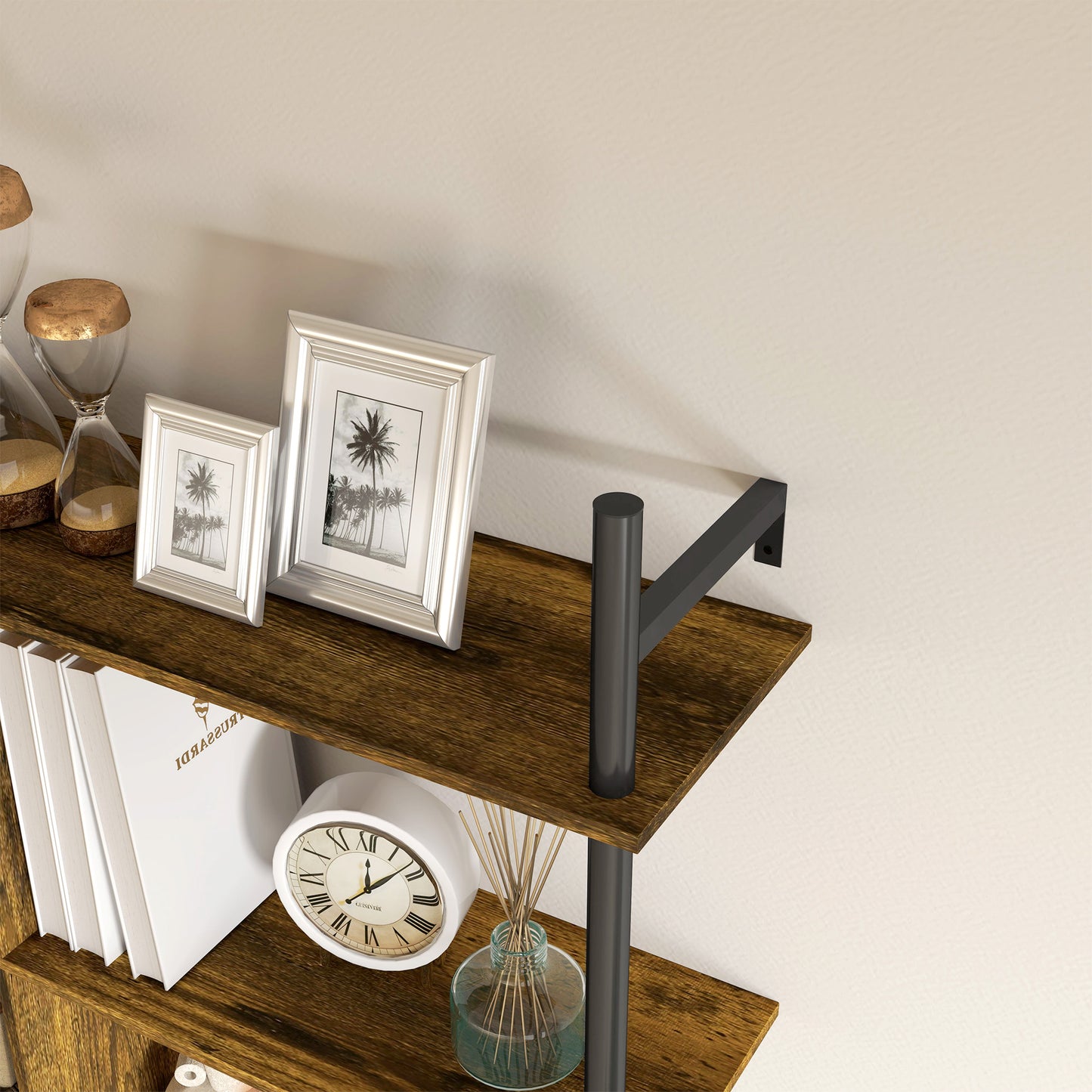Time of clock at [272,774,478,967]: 12:07
